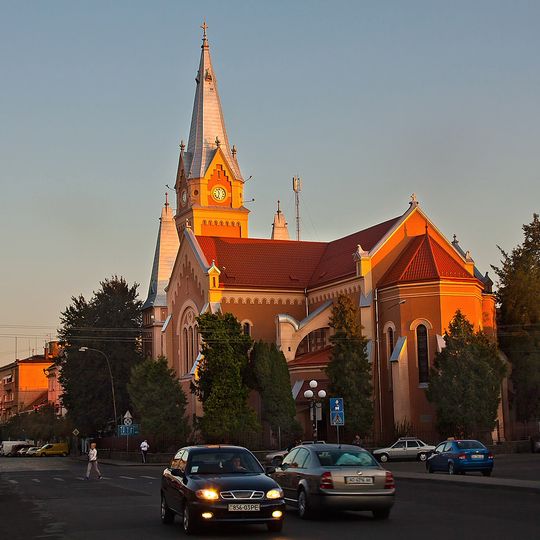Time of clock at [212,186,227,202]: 11:32
